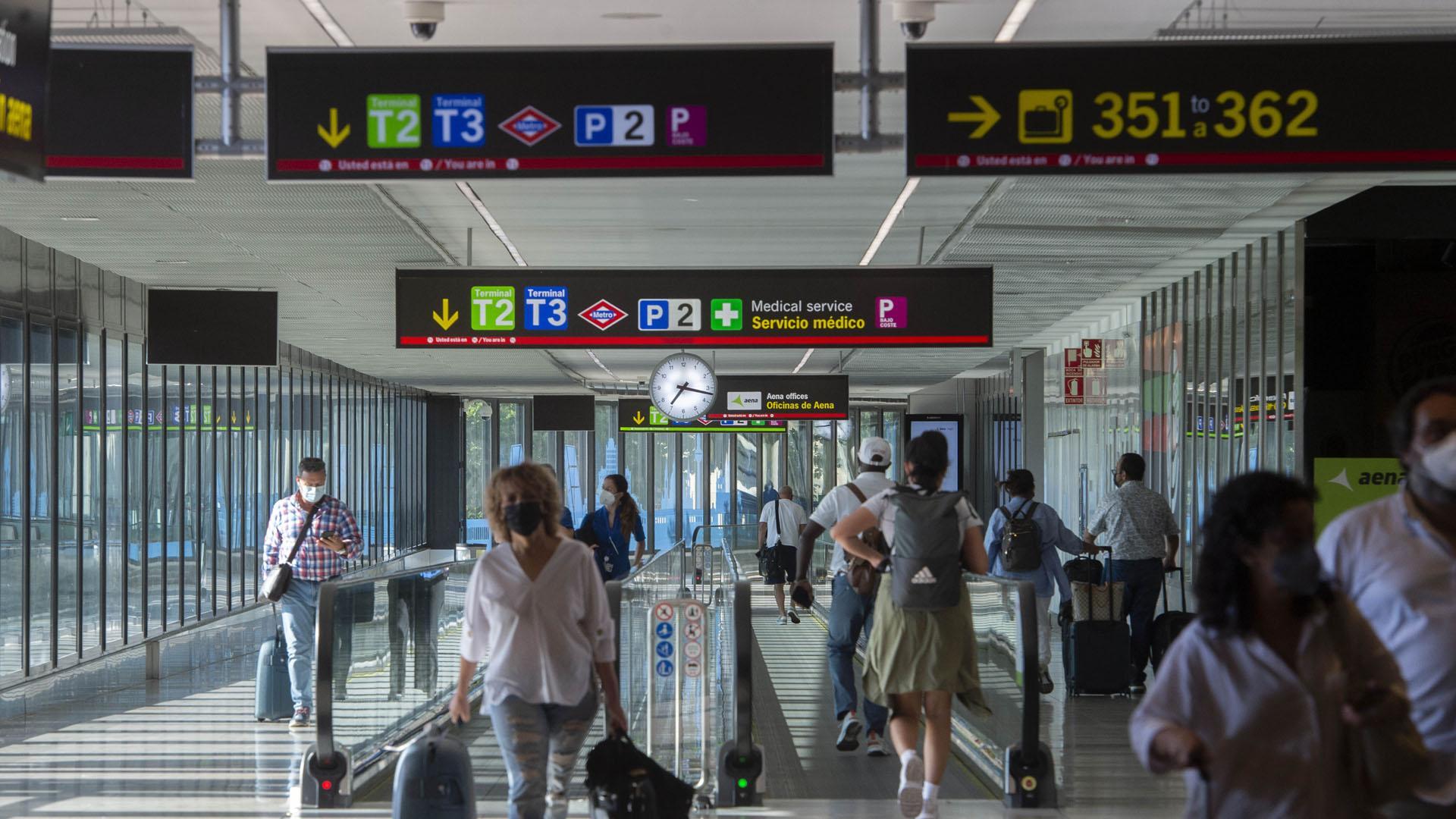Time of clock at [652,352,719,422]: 7:16
